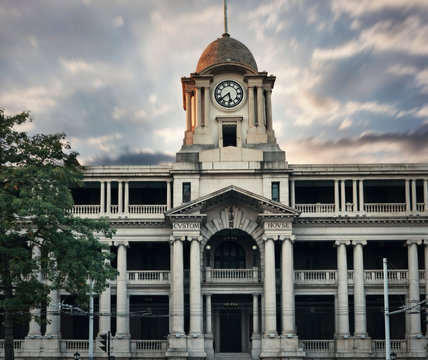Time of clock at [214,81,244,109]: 5:38
